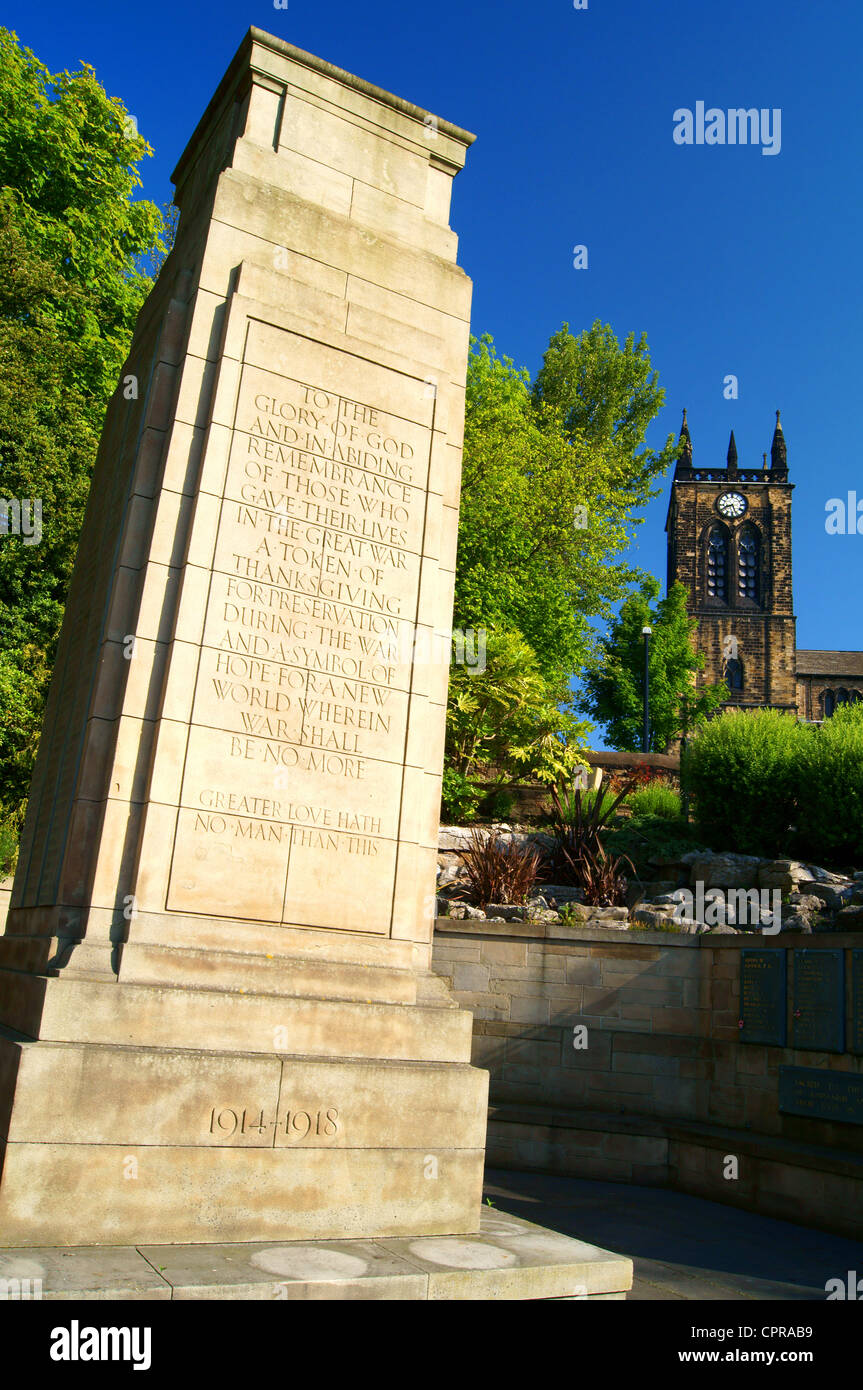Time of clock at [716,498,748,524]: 8:26
